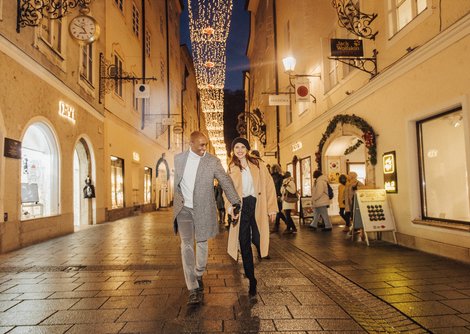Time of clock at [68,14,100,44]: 4:49
